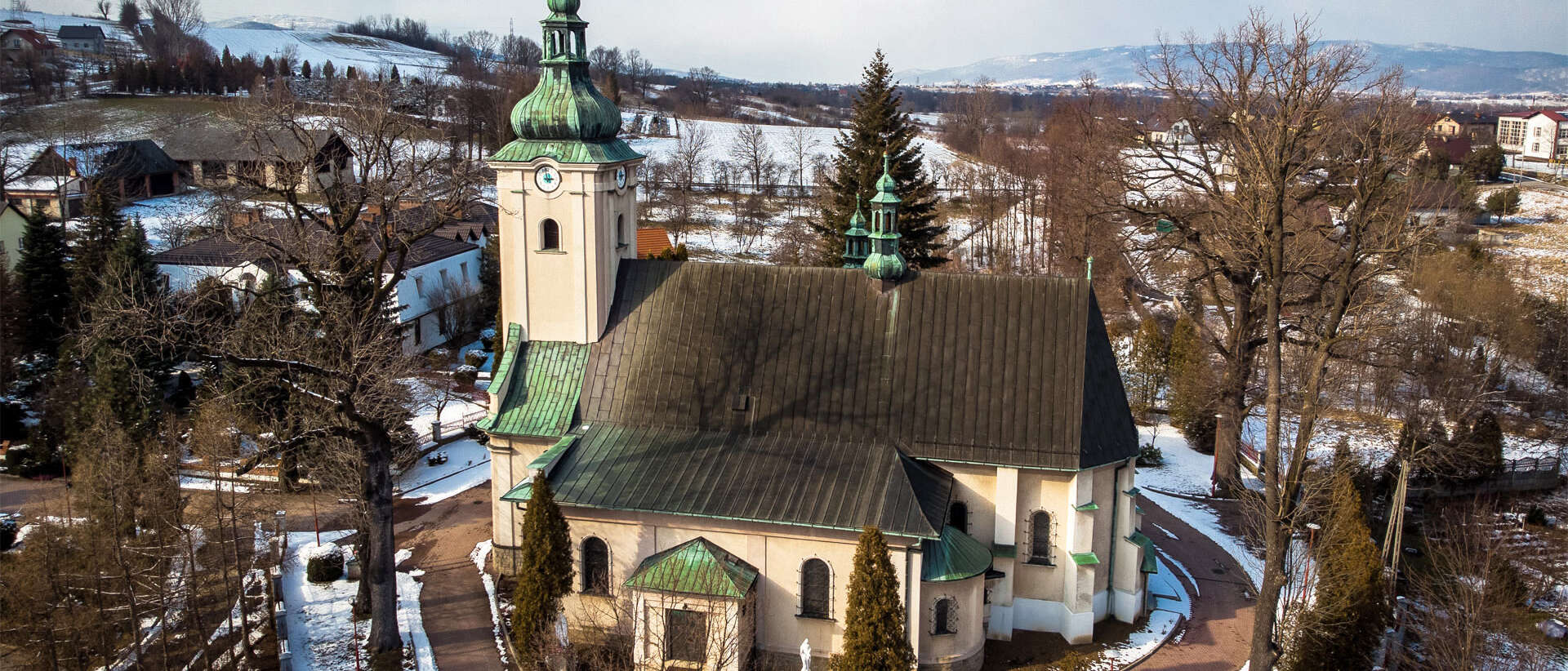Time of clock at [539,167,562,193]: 2:58
